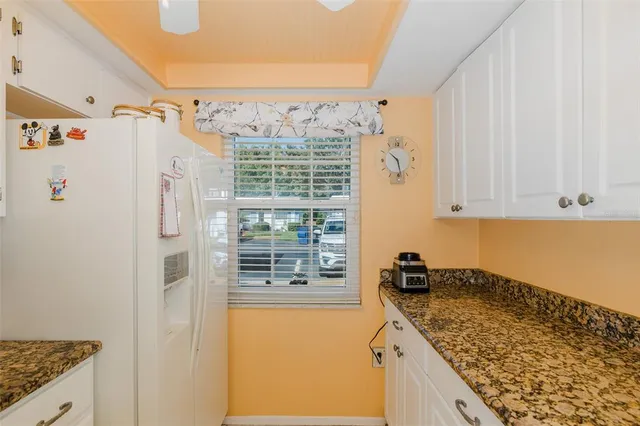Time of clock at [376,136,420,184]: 10:28
